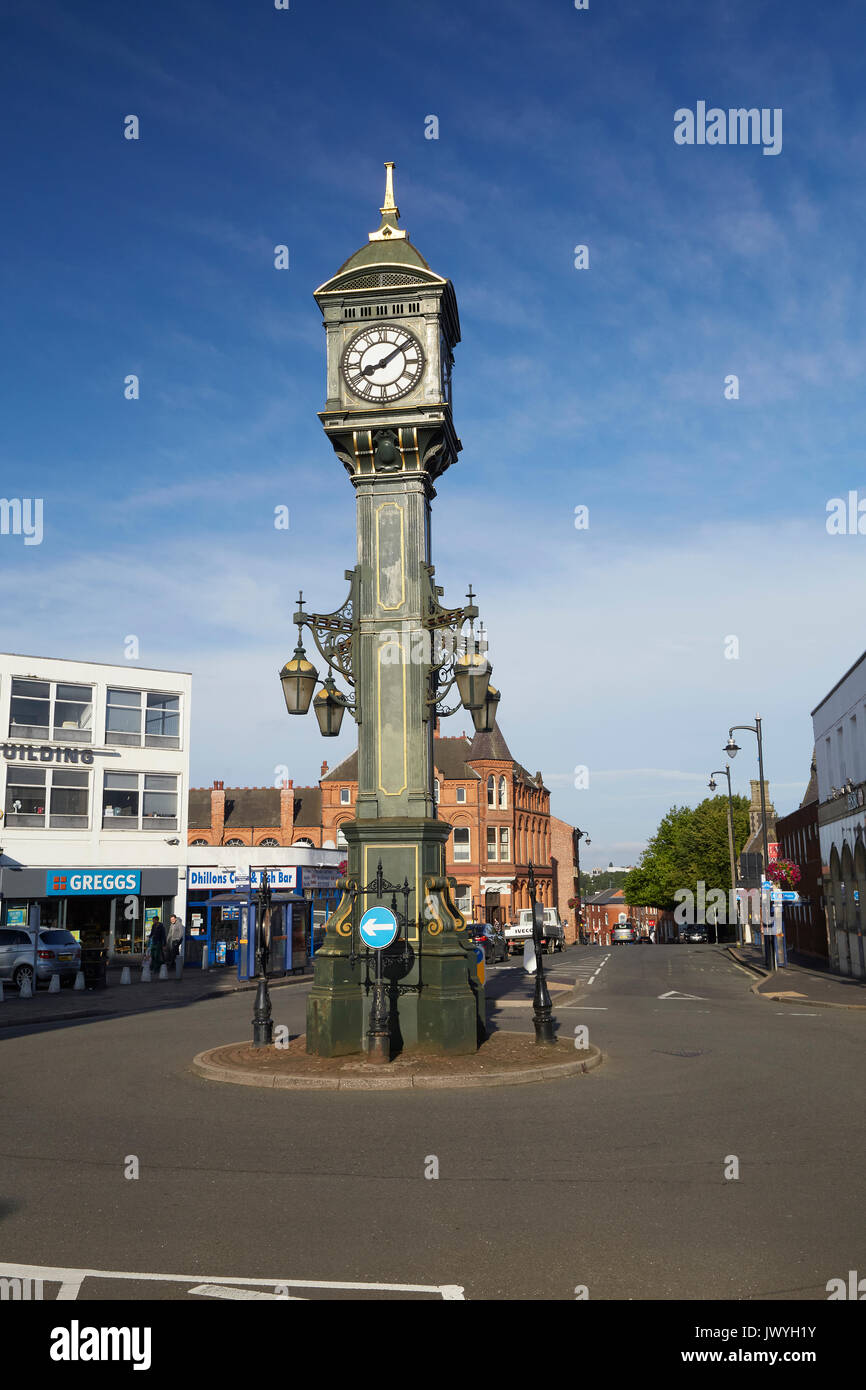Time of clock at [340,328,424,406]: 8:08
